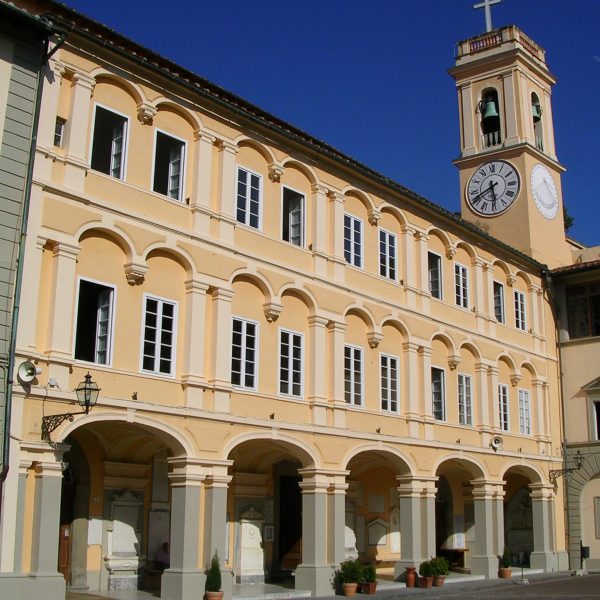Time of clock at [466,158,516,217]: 5:40
